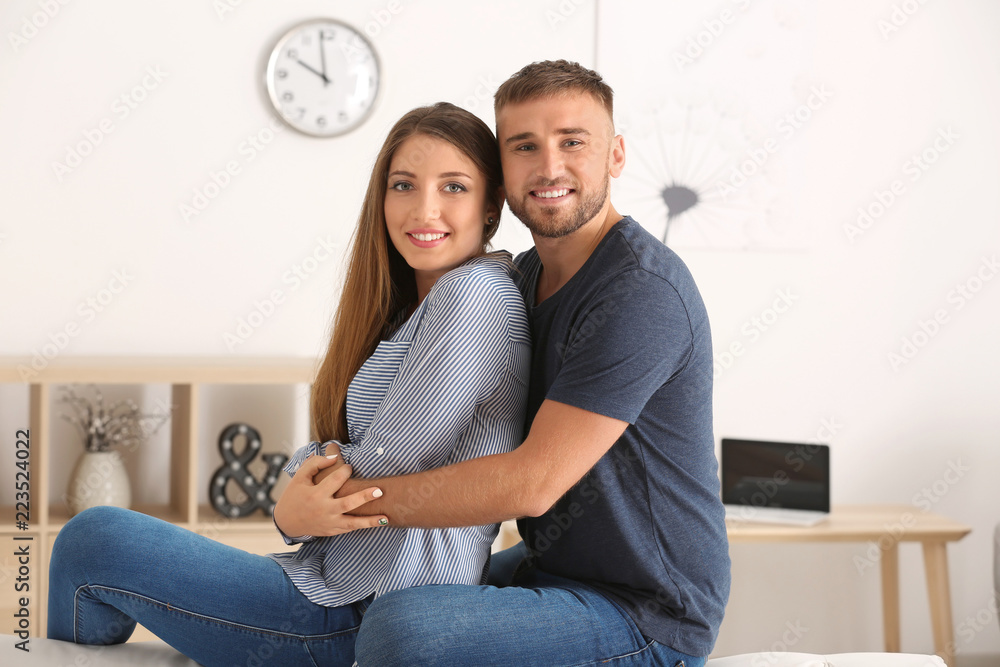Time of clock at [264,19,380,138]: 9:58
